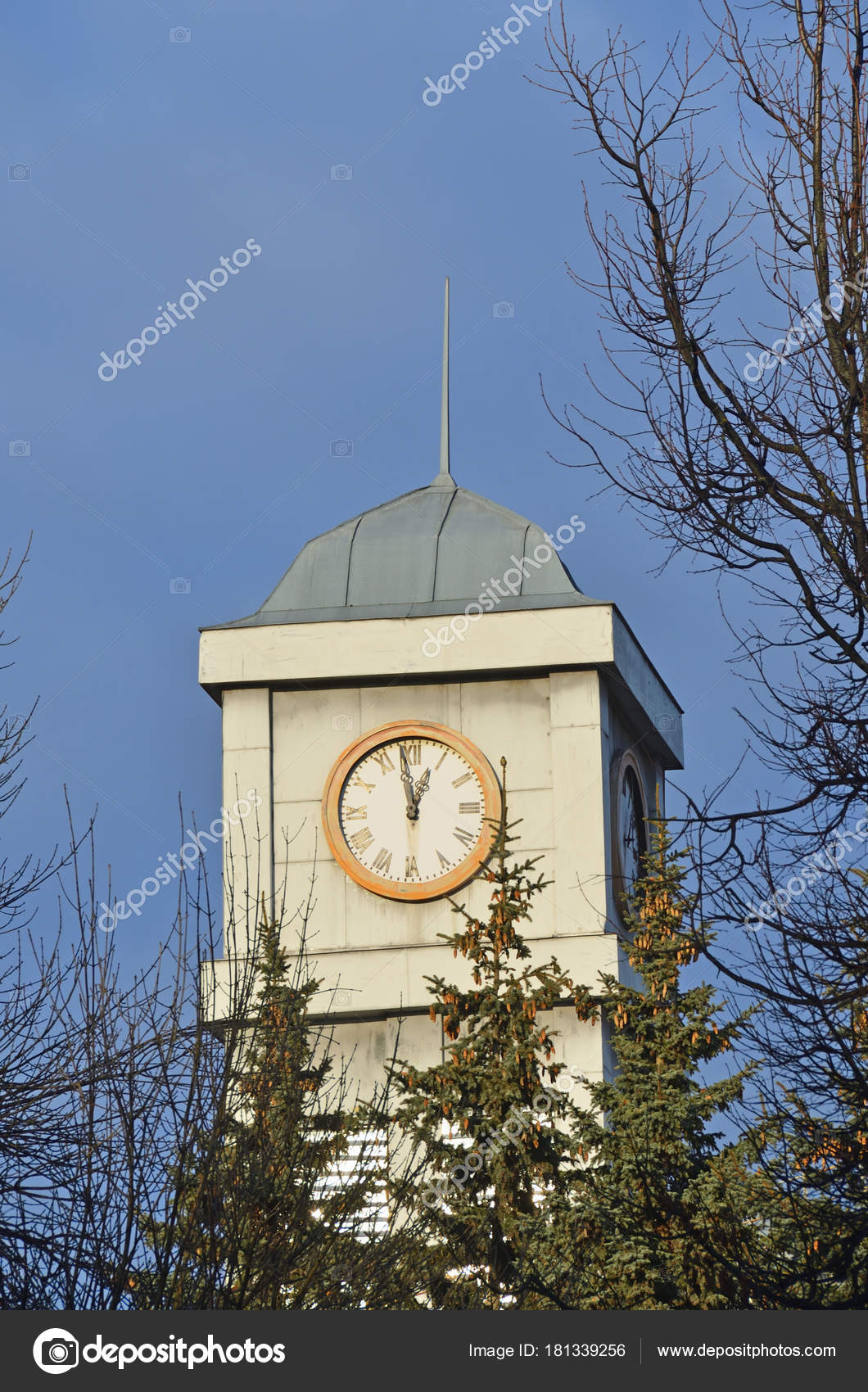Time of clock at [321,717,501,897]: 12:58
